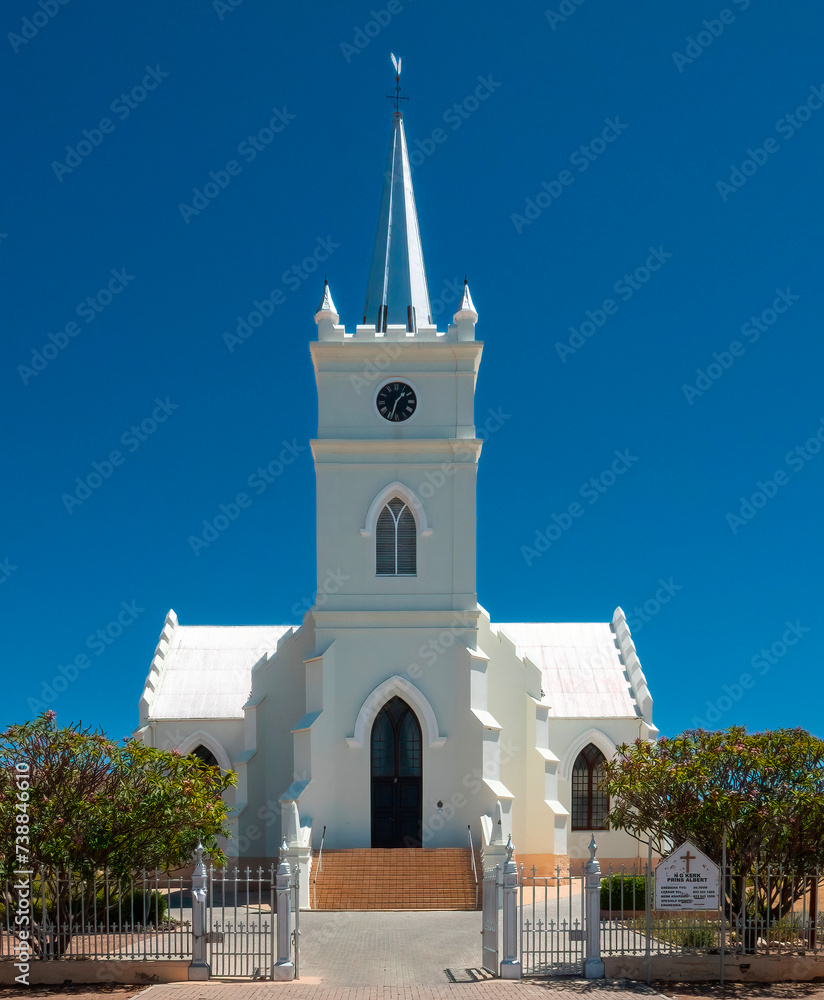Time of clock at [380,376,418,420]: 1:33
